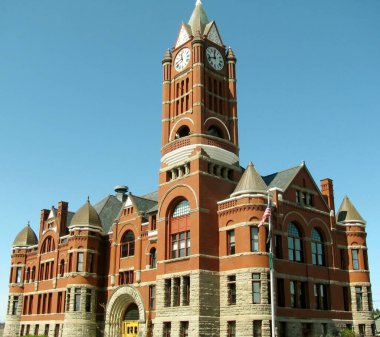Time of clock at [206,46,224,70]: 11:42
